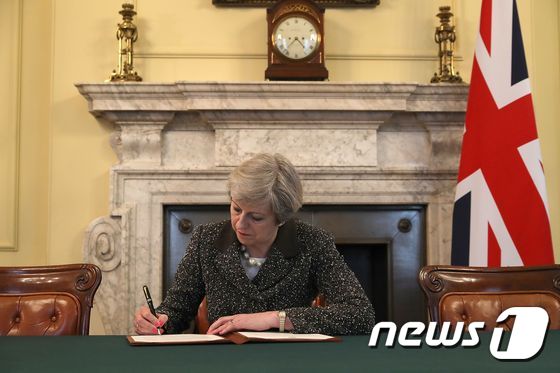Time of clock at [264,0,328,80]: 4:37
